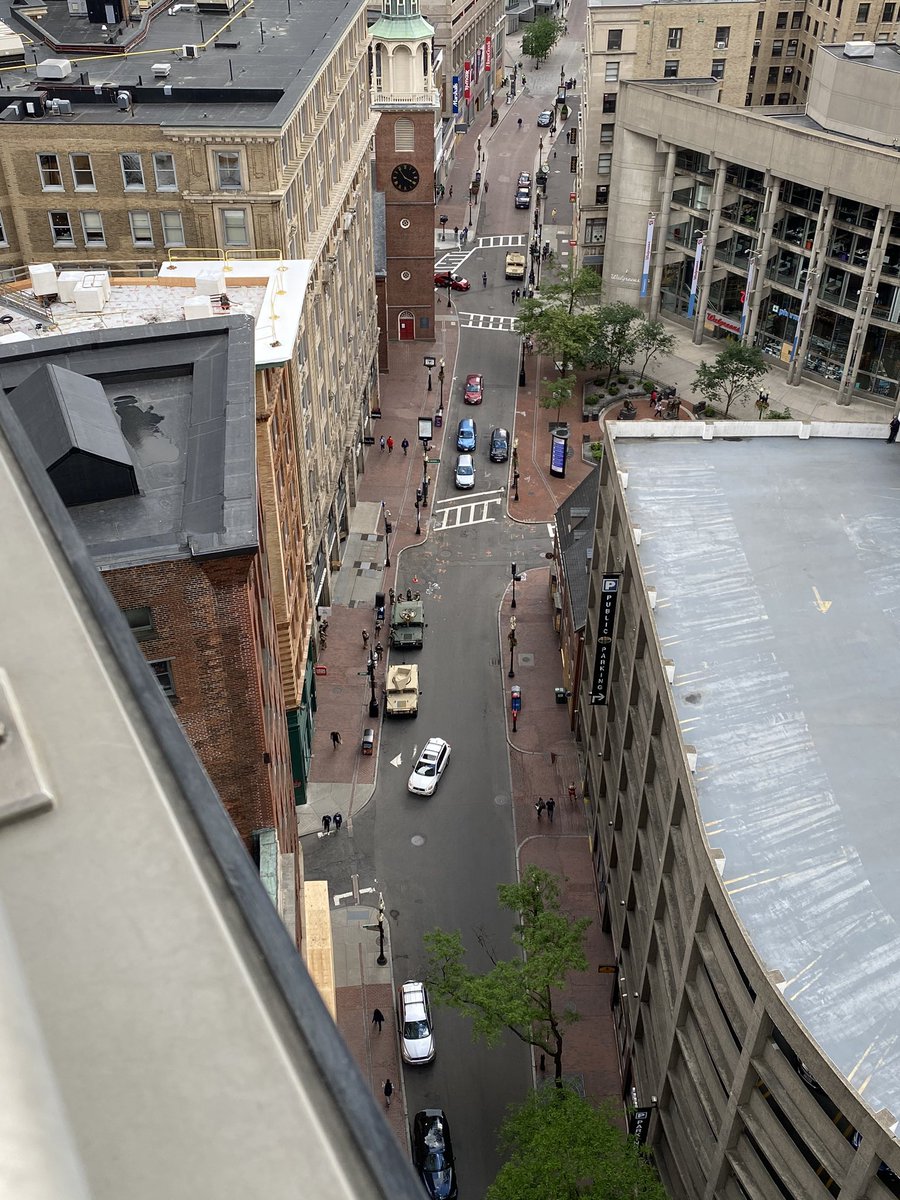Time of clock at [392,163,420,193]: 3:54
